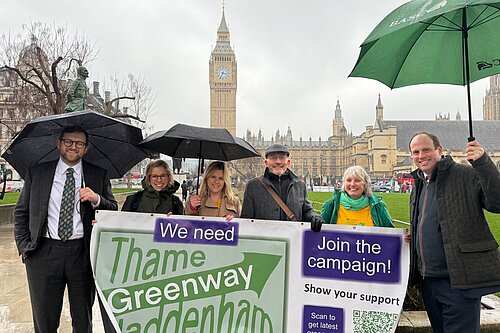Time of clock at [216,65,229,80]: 3:34
